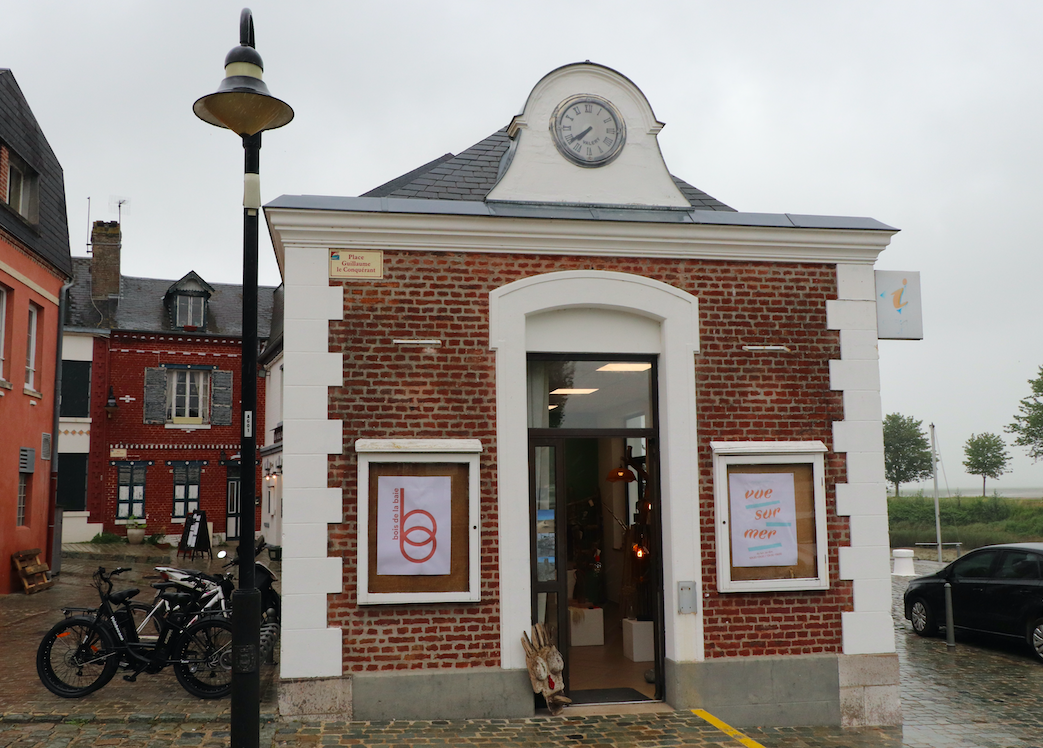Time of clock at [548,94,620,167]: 7:39
